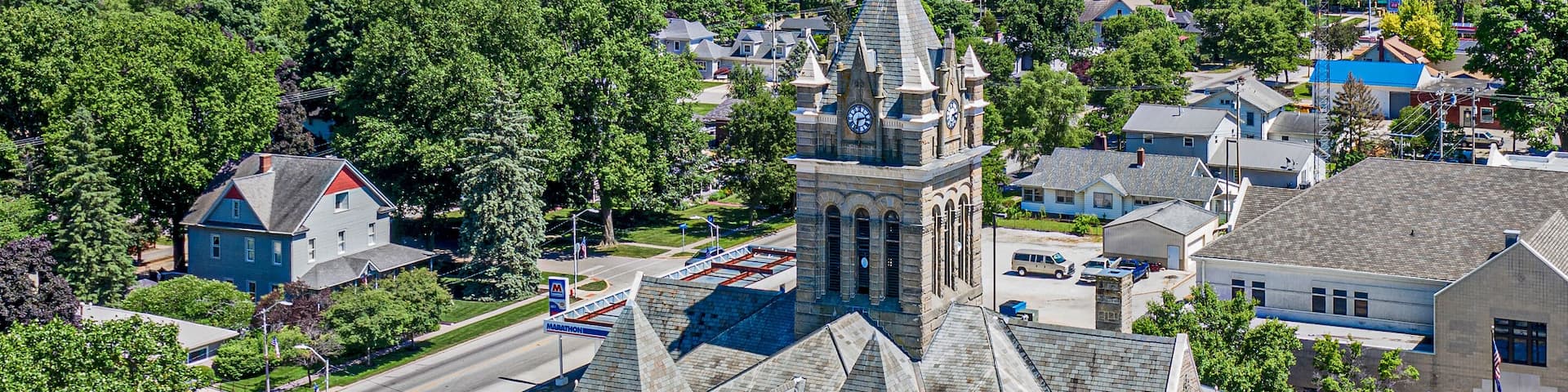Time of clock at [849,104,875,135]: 2:32
